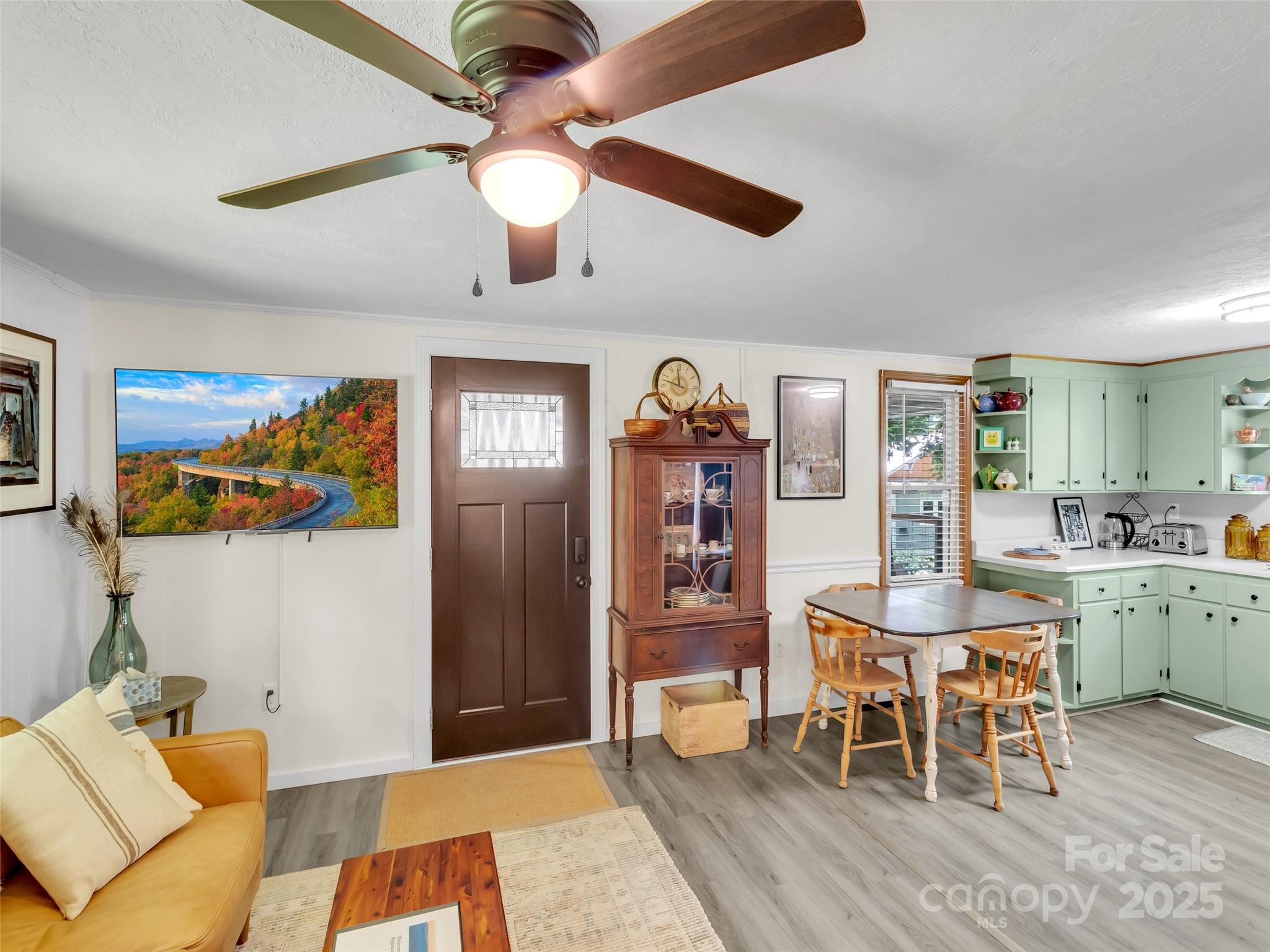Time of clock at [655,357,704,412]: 11:47
